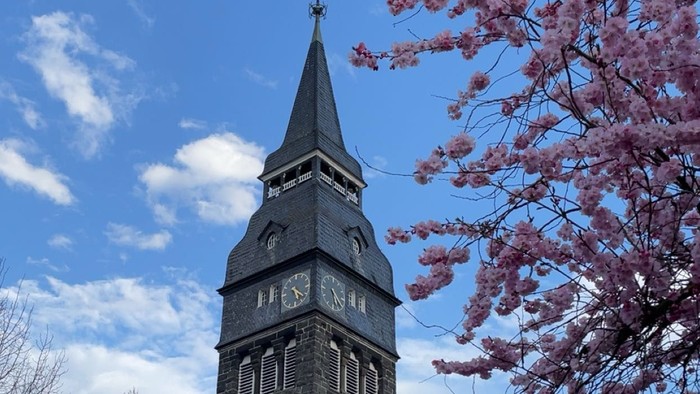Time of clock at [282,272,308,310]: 5:21
